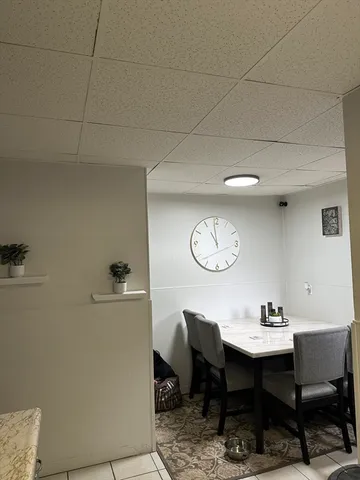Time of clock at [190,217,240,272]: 10:59
